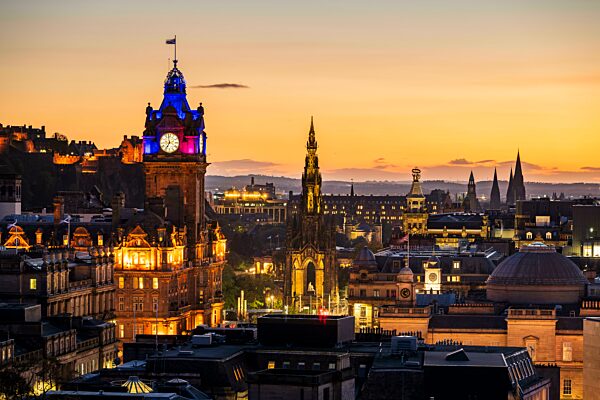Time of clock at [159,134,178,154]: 6:58
